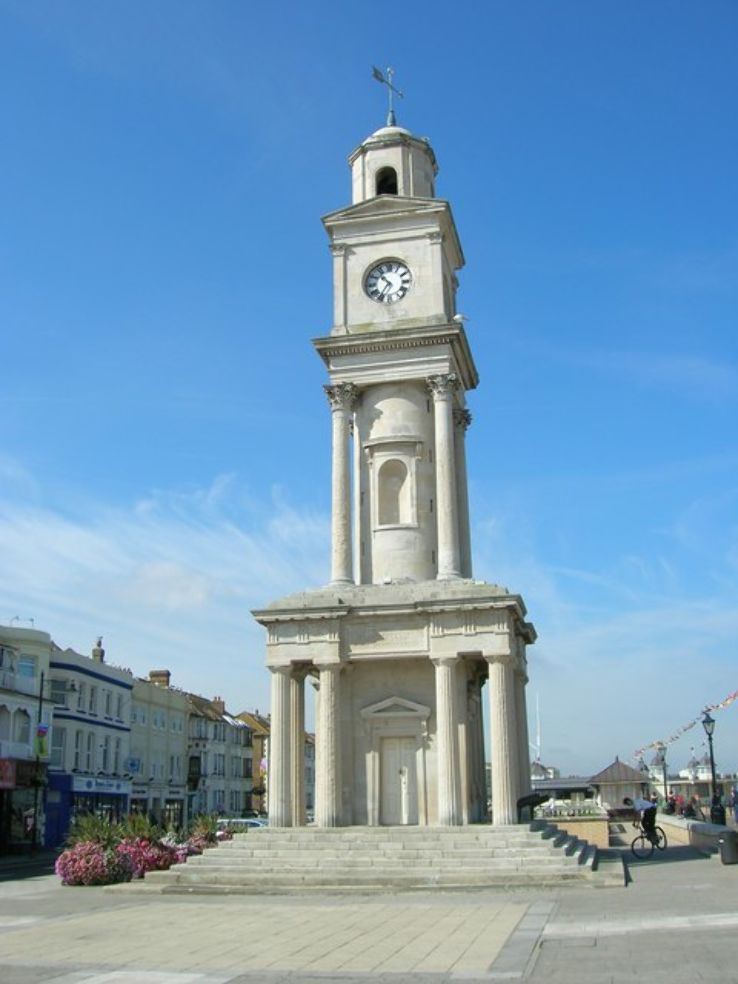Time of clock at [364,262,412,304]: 10:35
